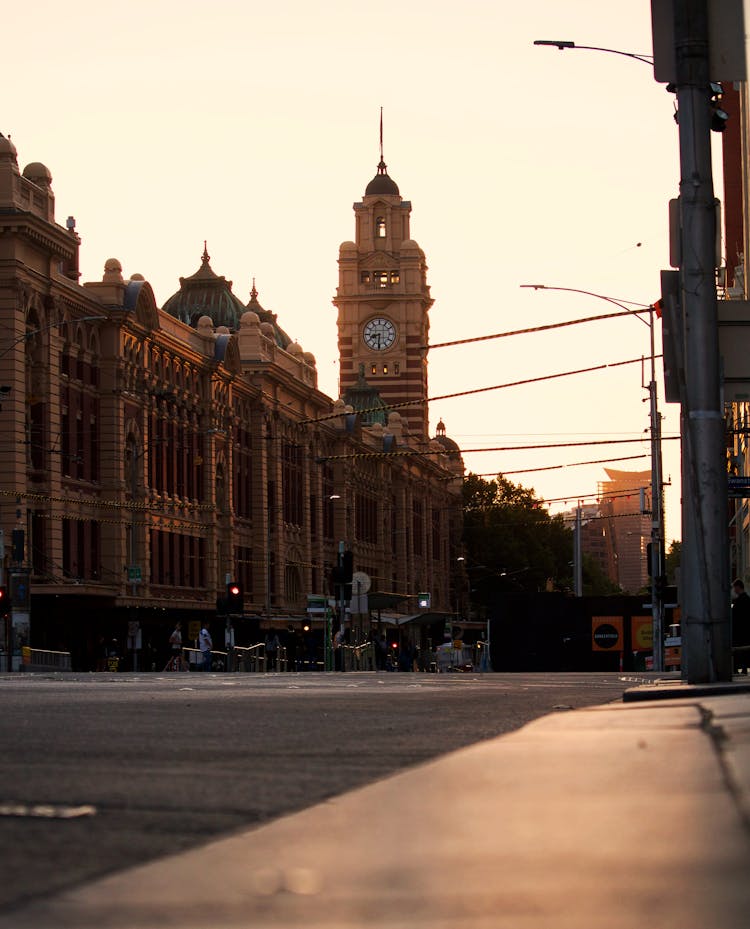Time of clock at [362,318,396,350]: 8:31
